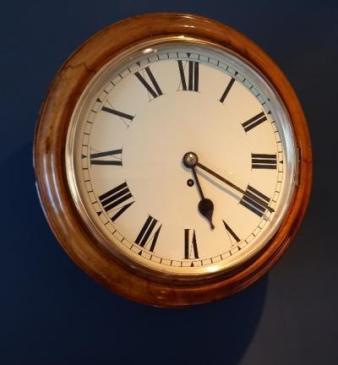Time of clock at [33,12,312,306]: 5:19
